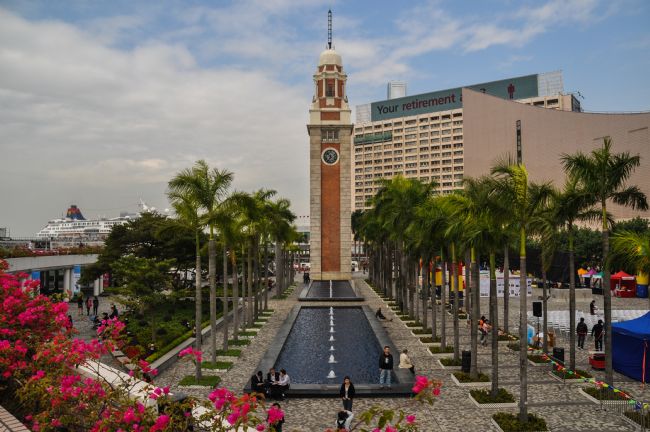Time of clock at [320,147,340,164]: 6:52
